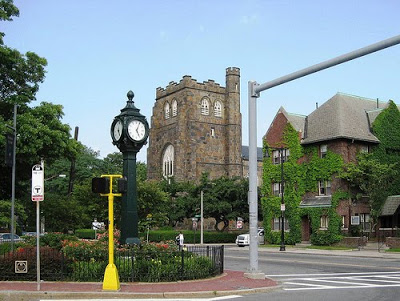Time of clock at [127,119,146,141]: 5:03
